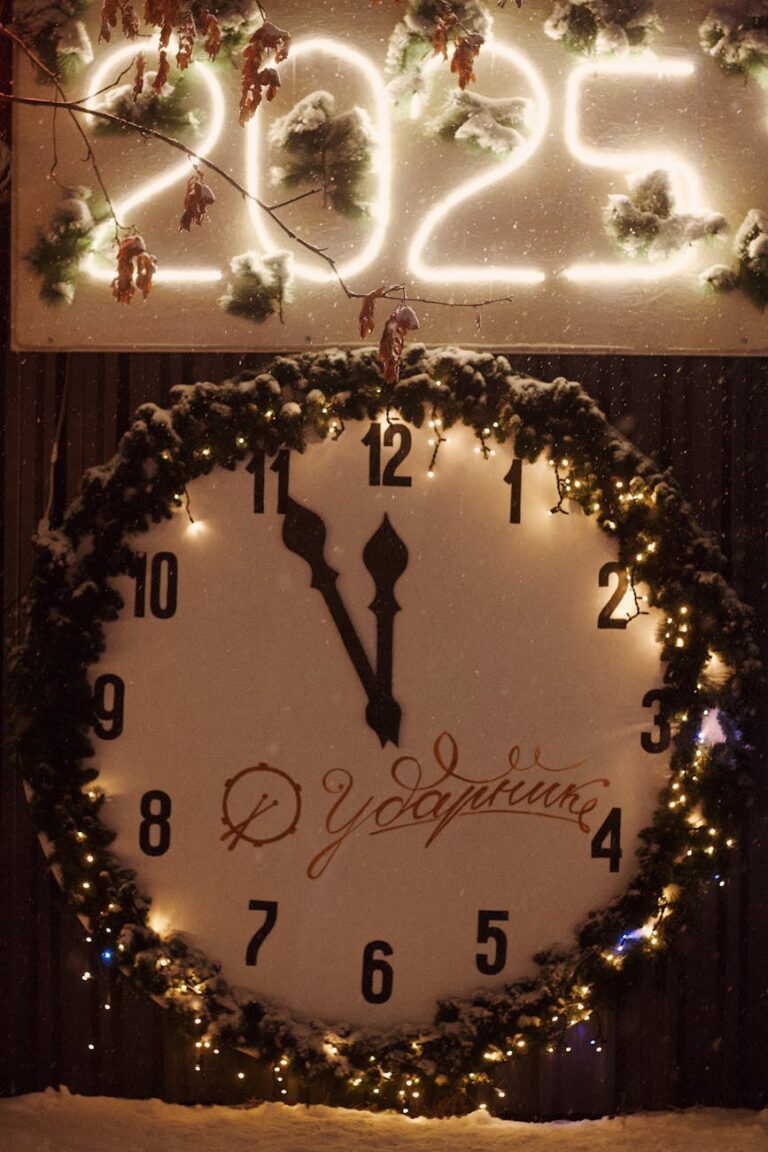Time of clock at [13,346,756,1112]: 11:55
